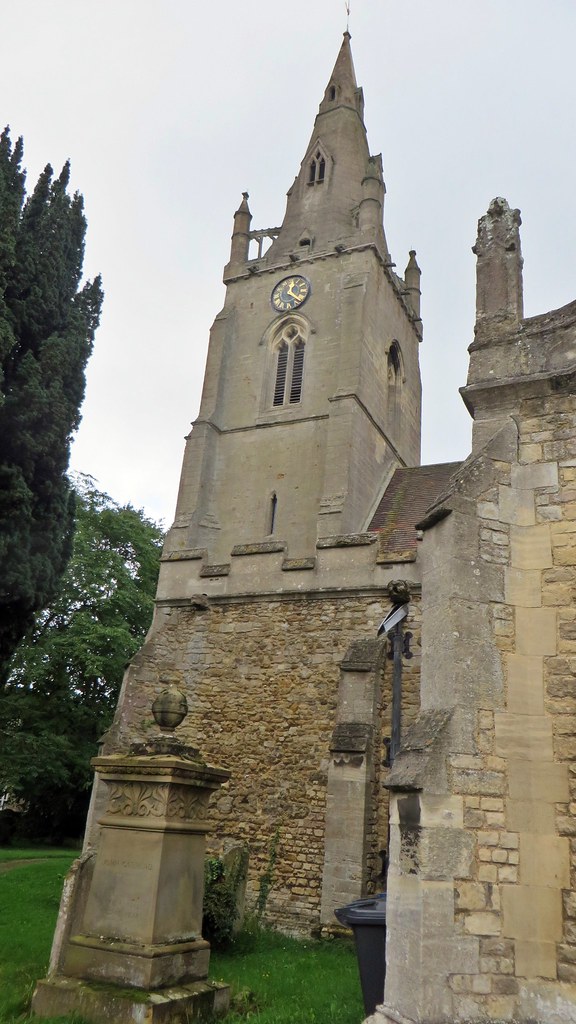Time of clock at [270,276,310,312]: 12:20
